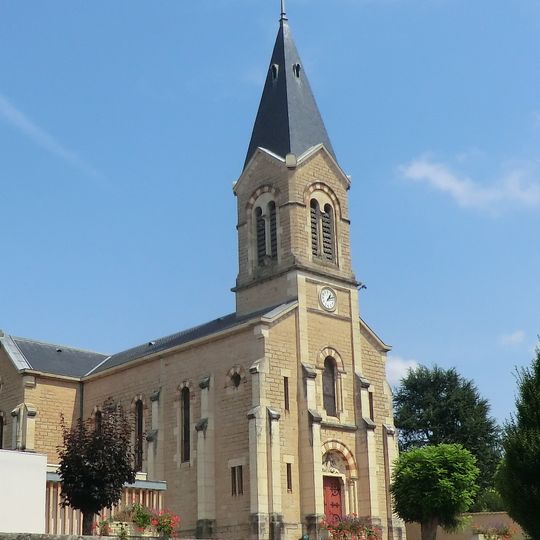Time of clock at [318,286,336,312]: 1:11
